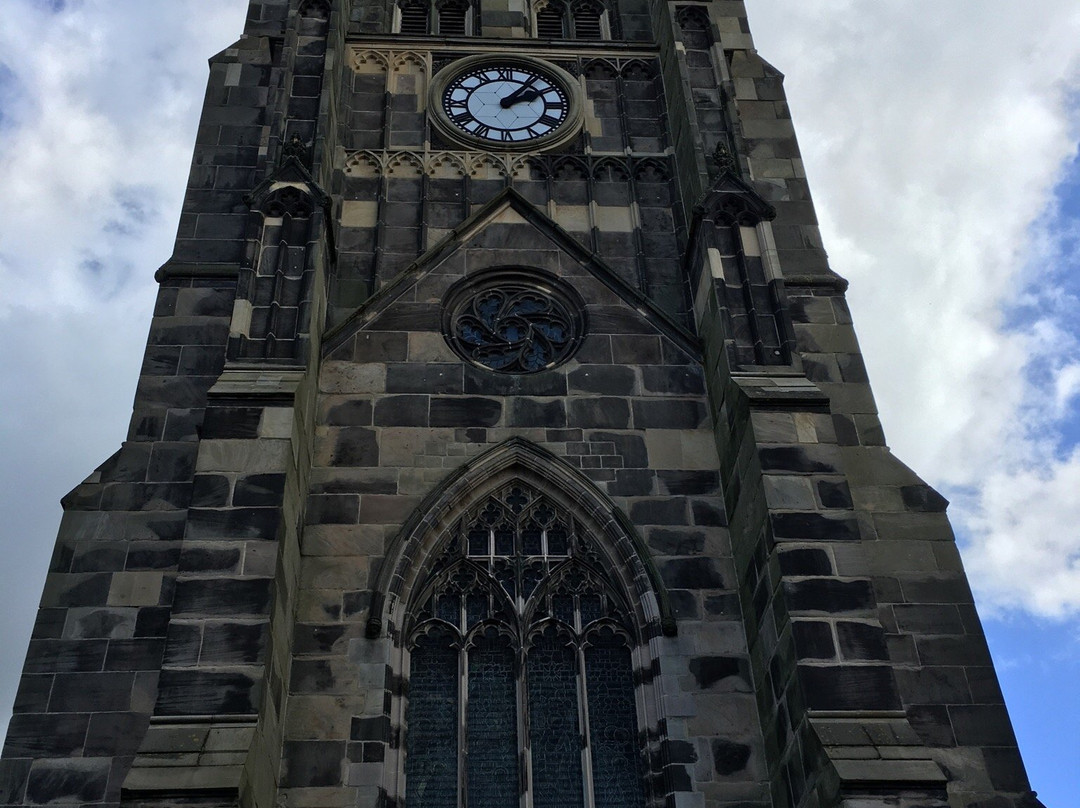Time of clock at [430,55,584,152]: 2:06
